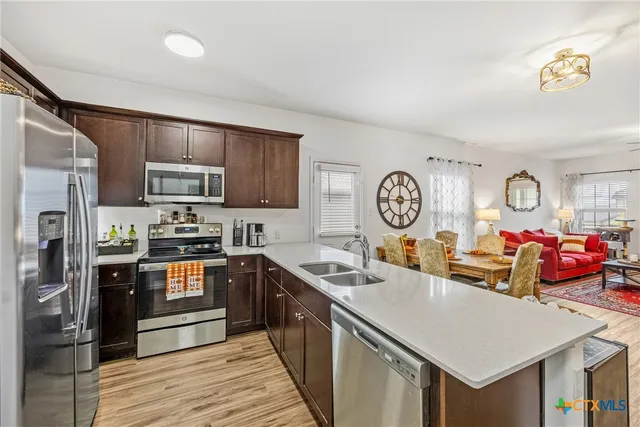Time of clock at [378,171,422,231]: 5:59
